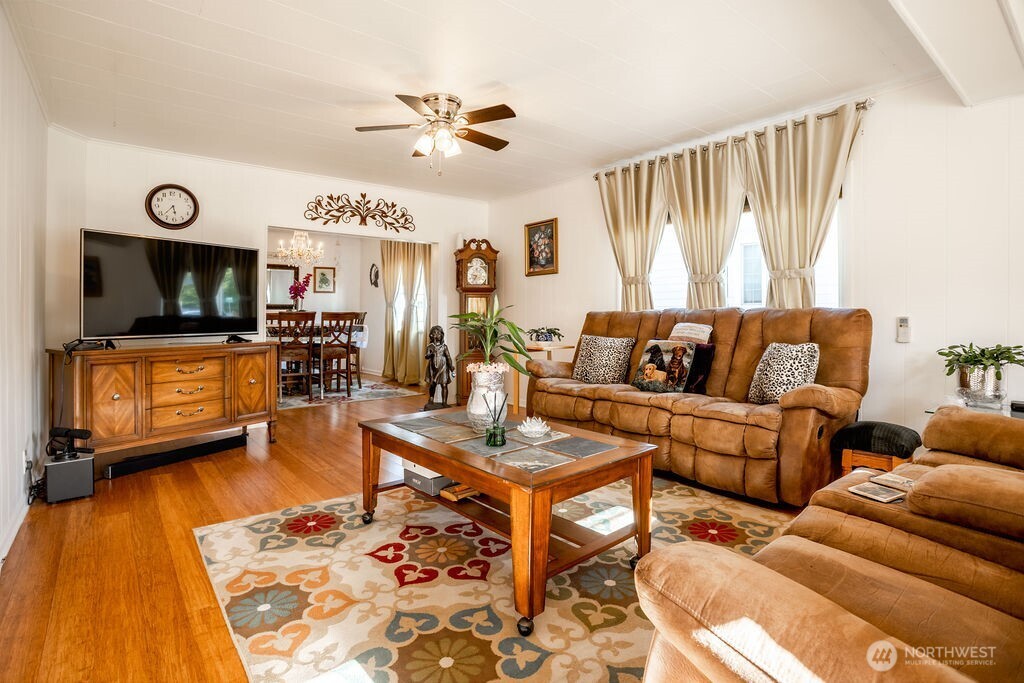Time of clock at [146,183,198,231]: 5:37
